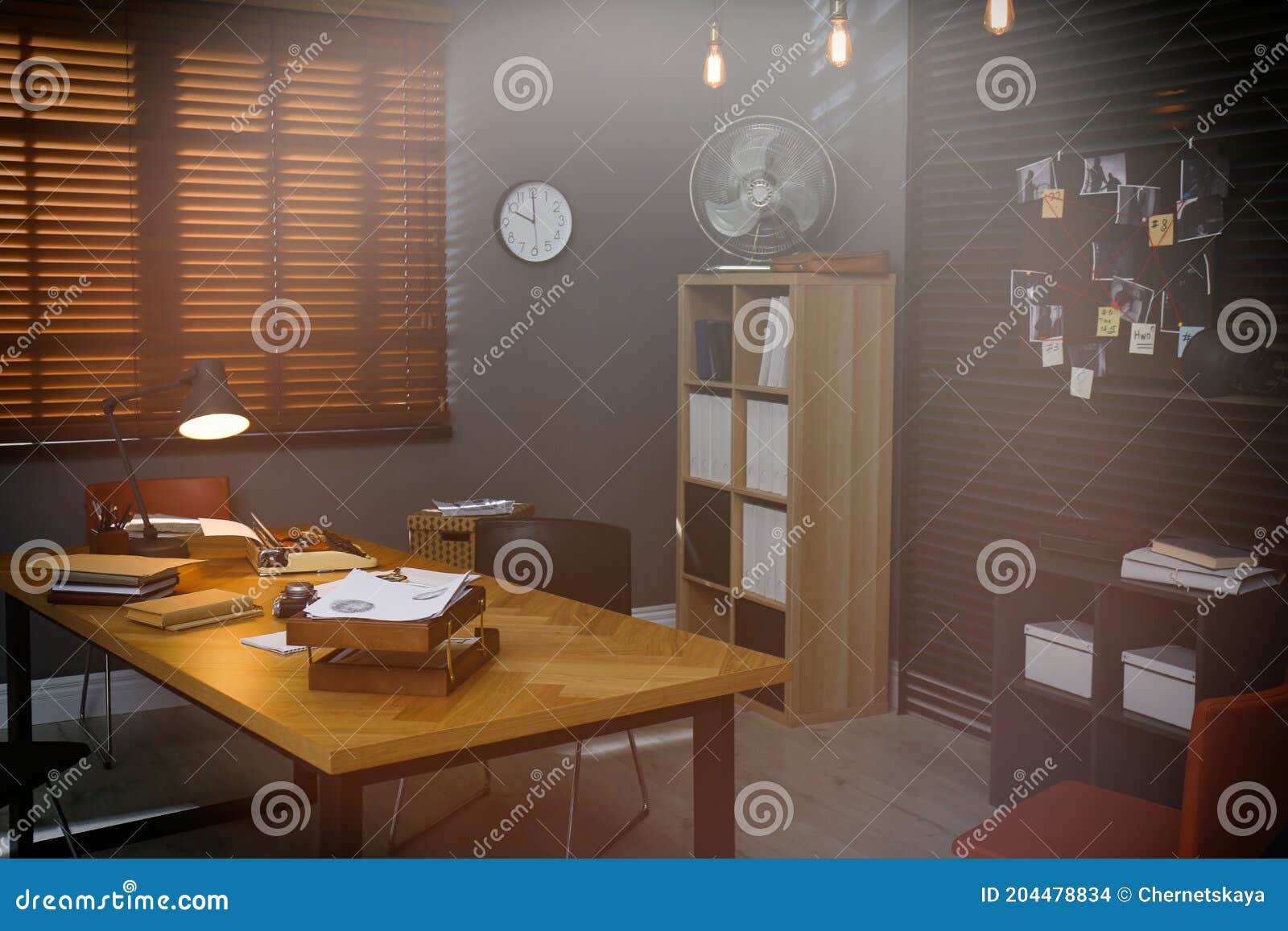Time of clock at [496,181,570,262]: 10:00
